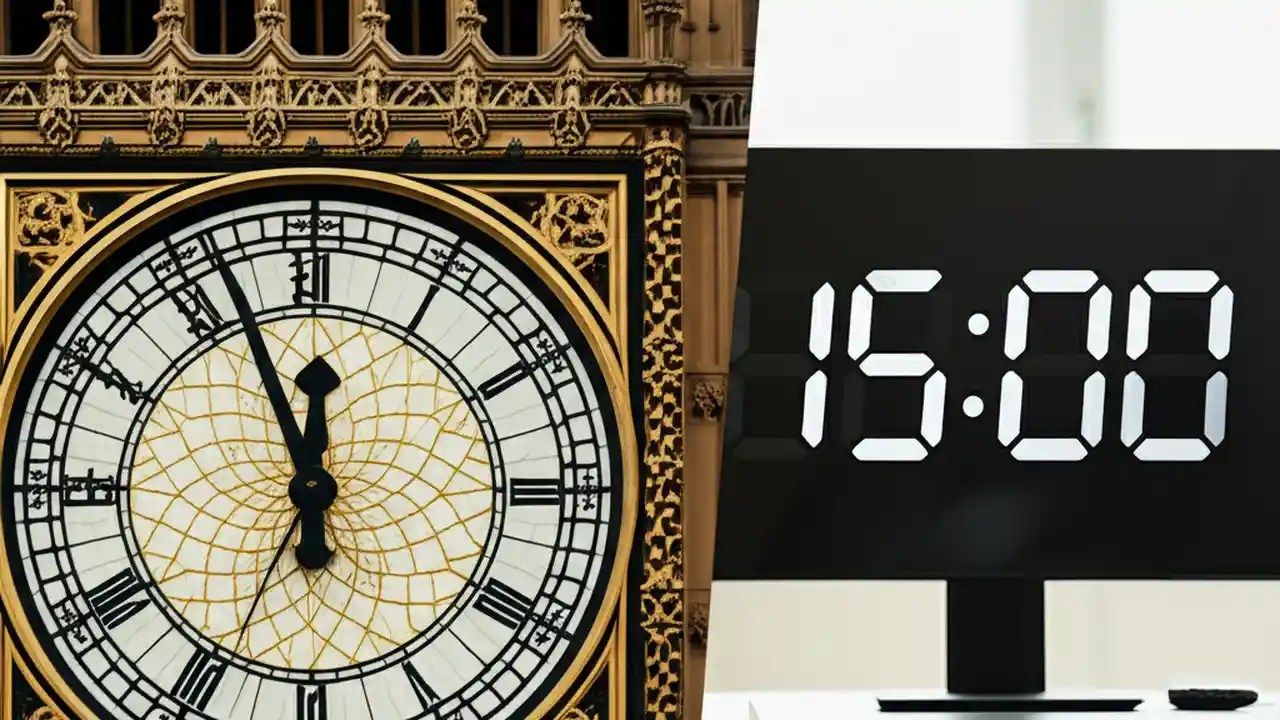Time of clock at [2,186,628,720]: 11:56
